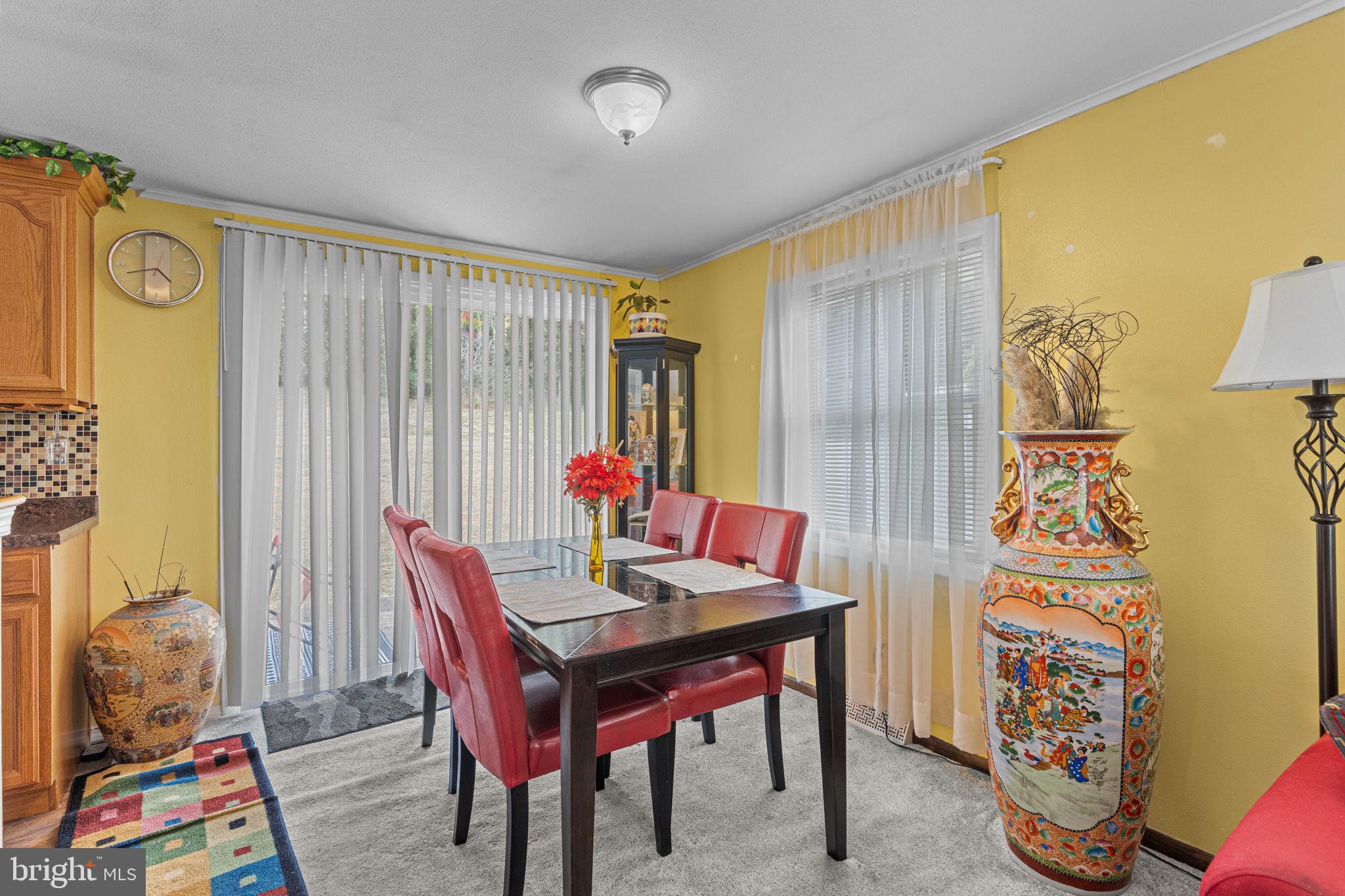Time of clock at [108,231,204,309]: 4:42
